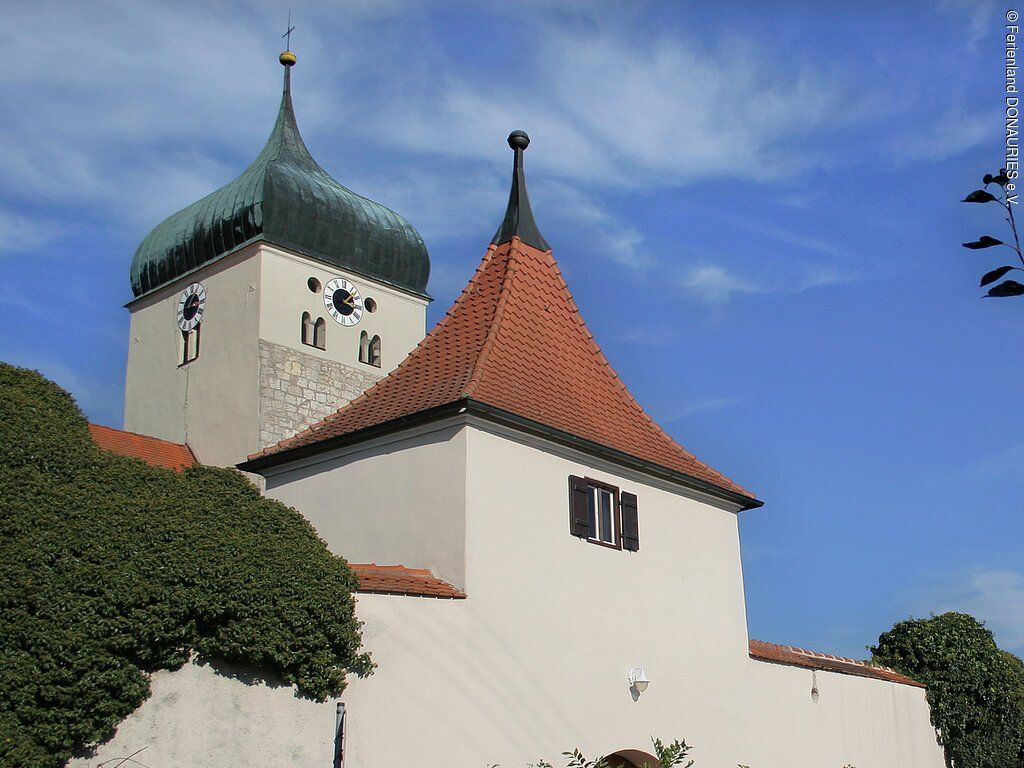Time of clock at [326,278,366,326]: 1:16
